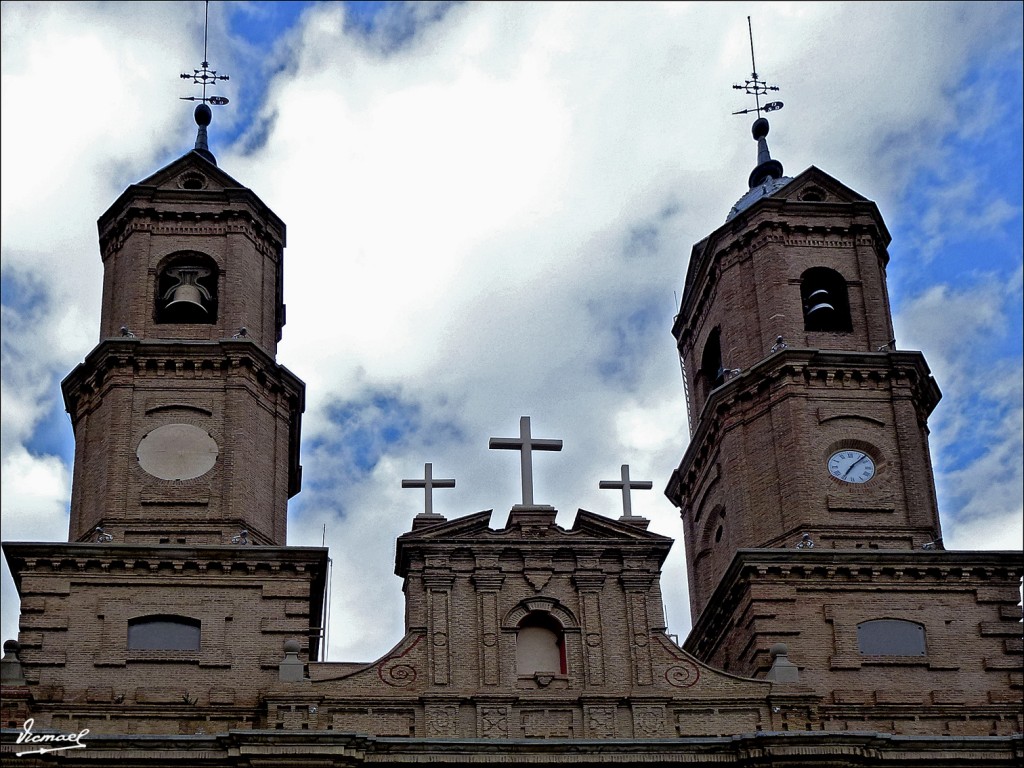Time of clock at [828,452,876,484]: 7:07
